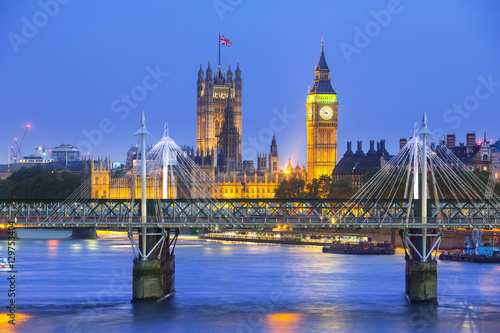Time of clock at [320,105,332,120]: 8:51
